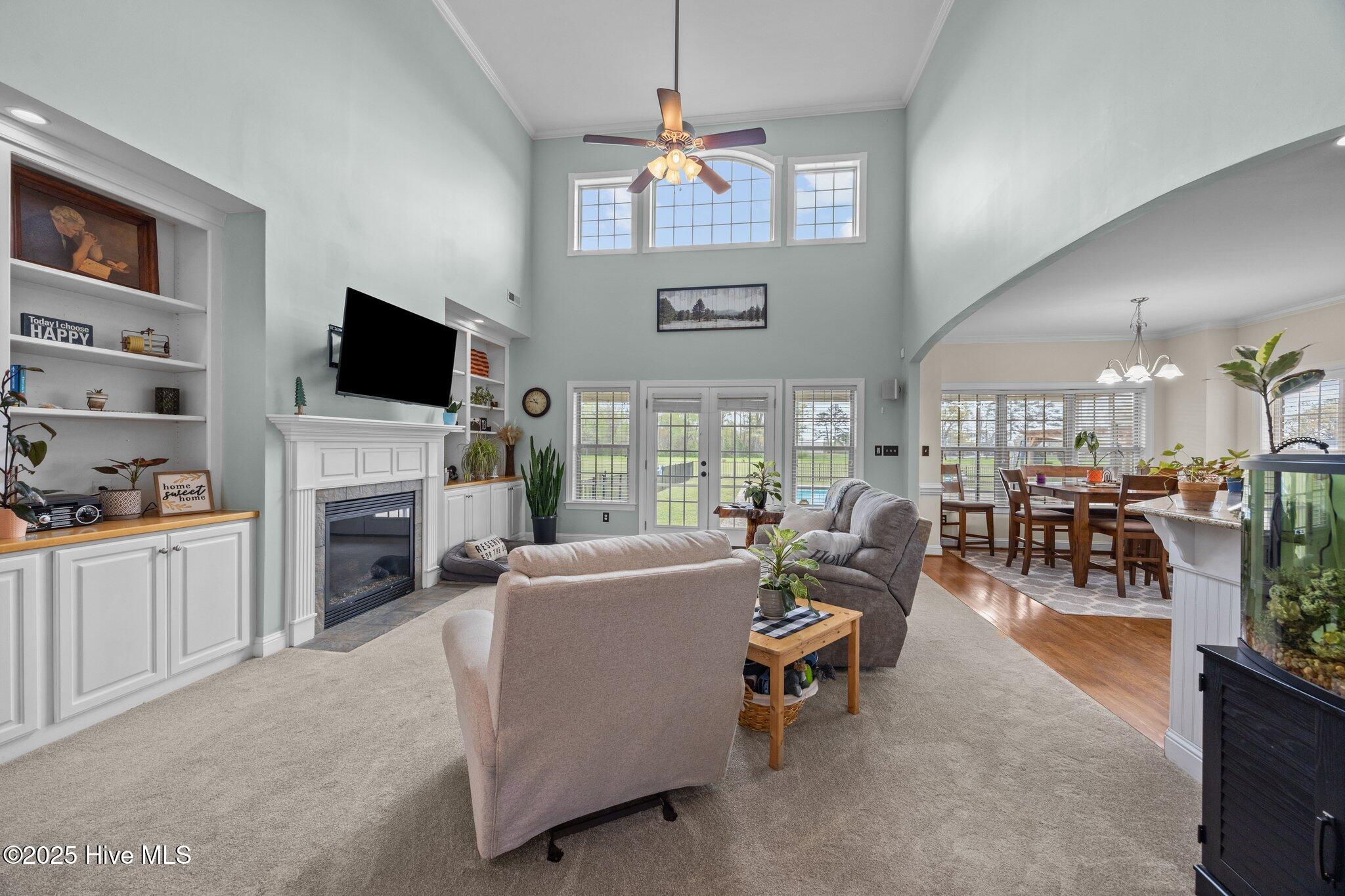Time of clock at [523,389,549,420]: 10:46
